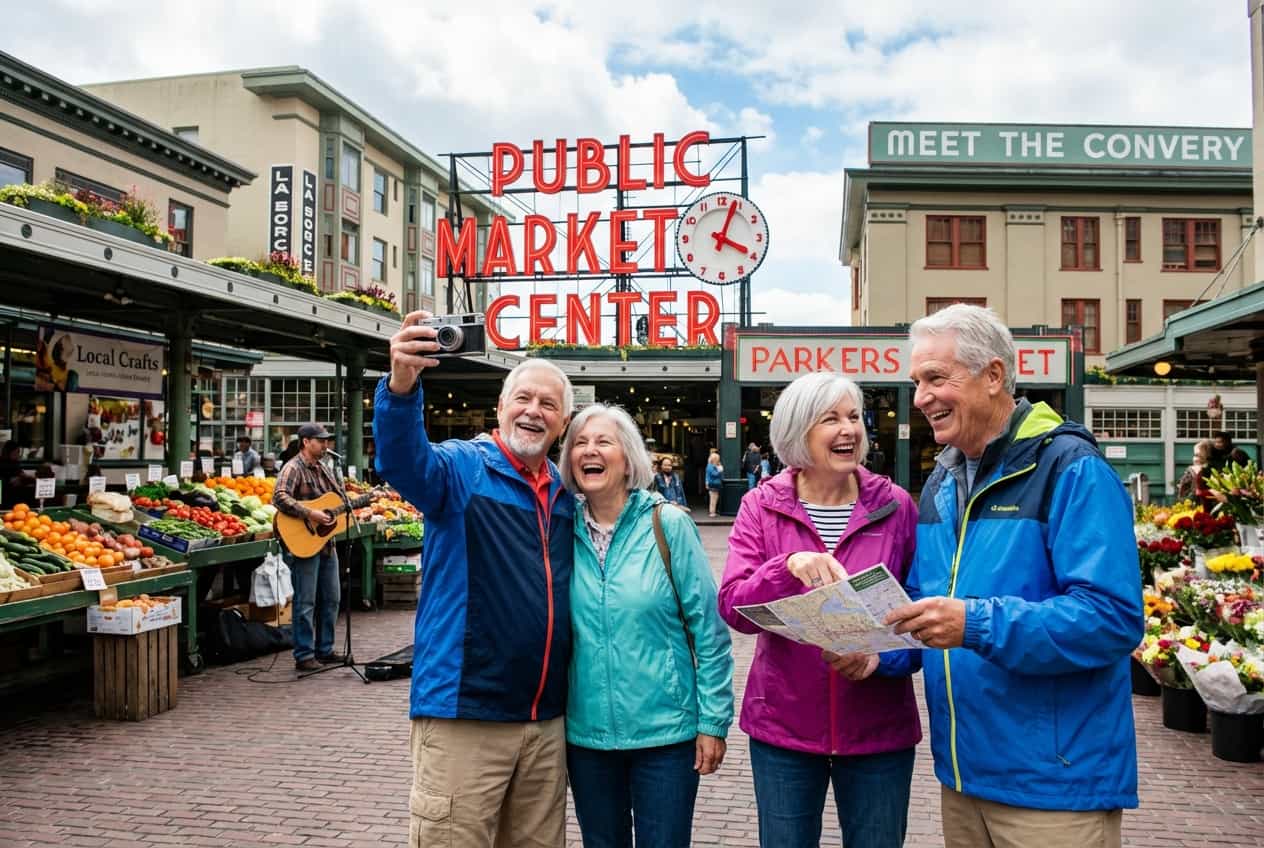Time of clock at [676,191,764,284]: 4:03
